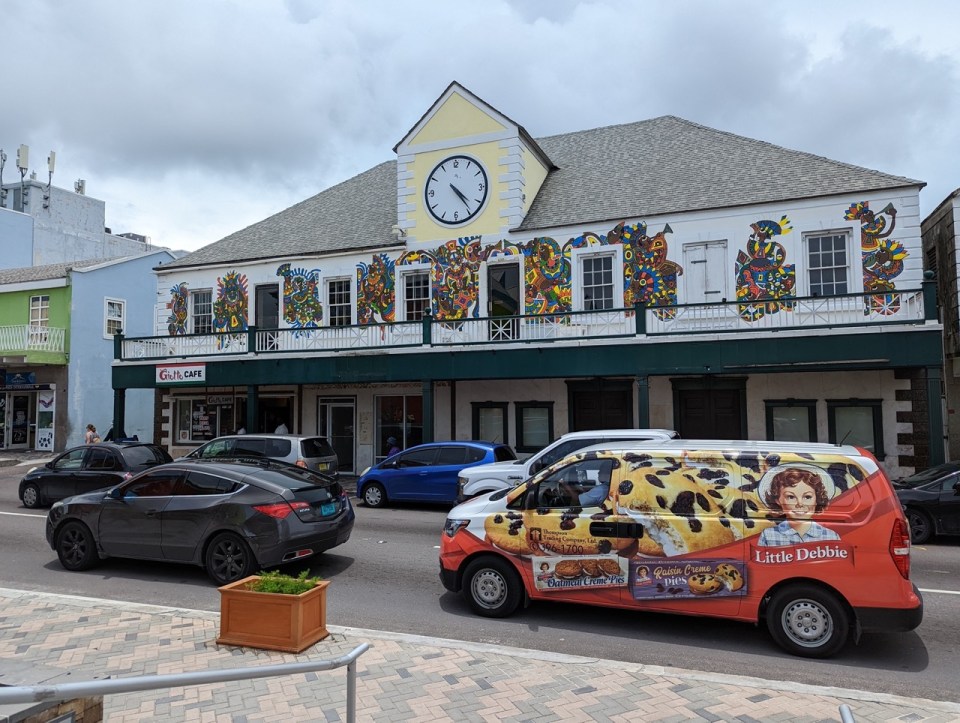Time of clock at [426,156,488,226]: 4:23
